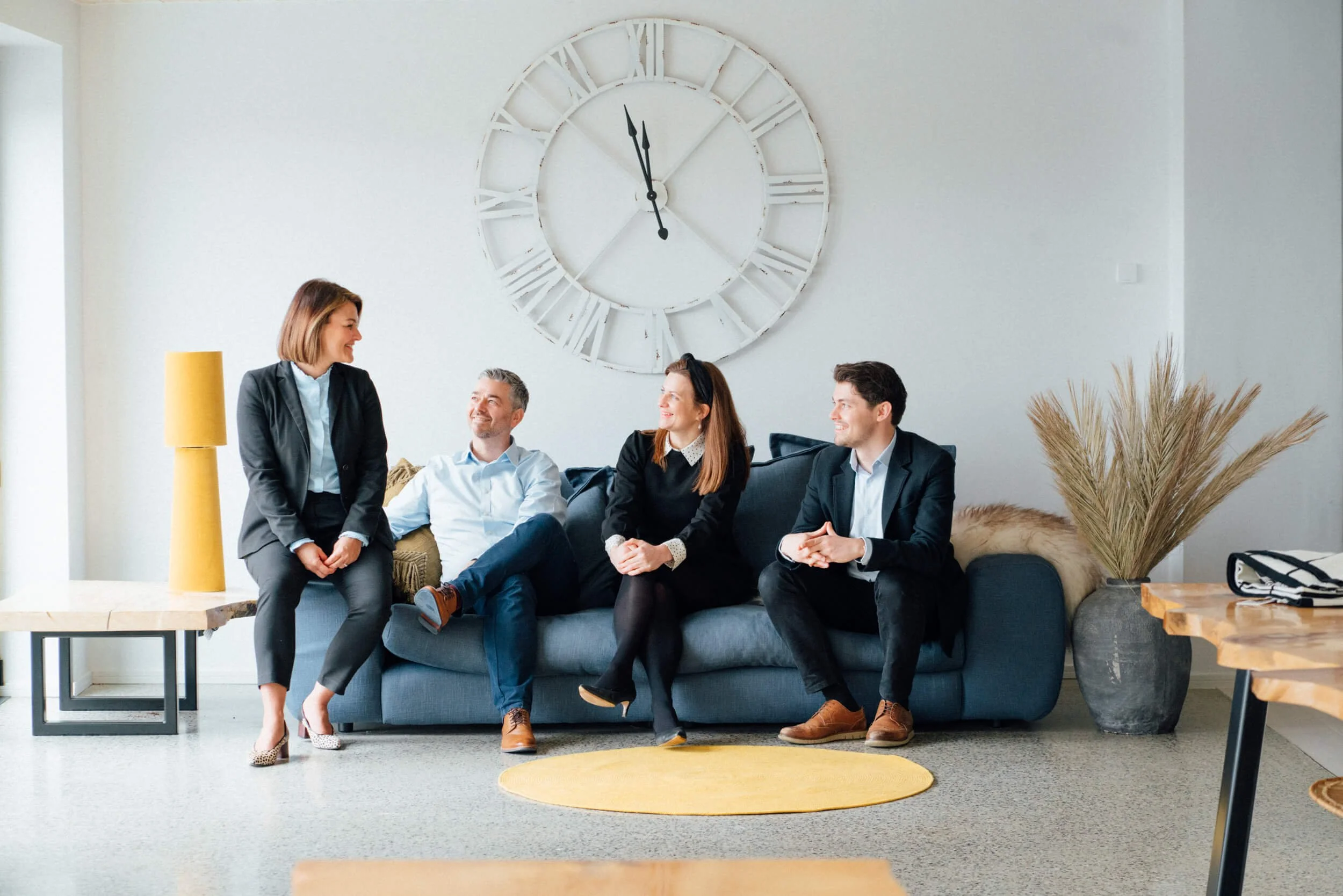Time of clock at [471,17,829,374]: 11:57
